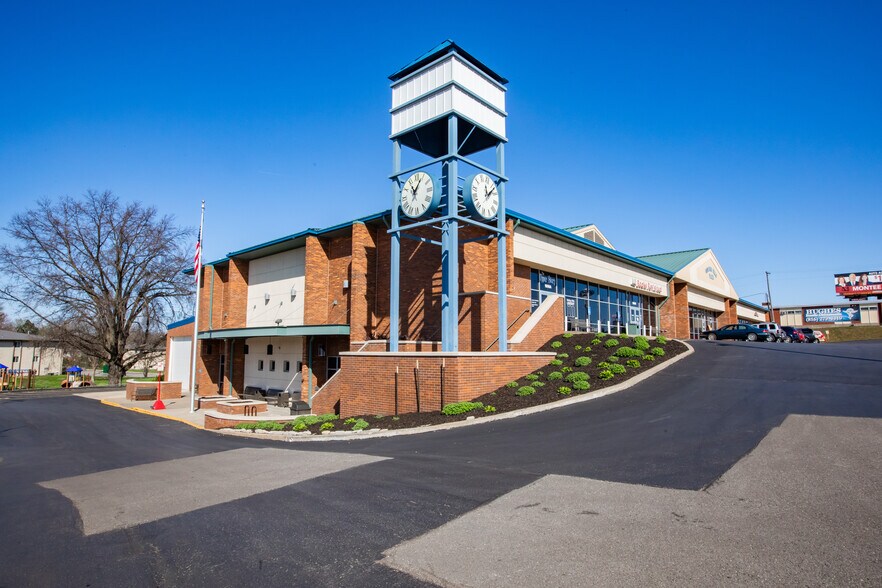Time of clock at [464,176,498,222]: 12:07
